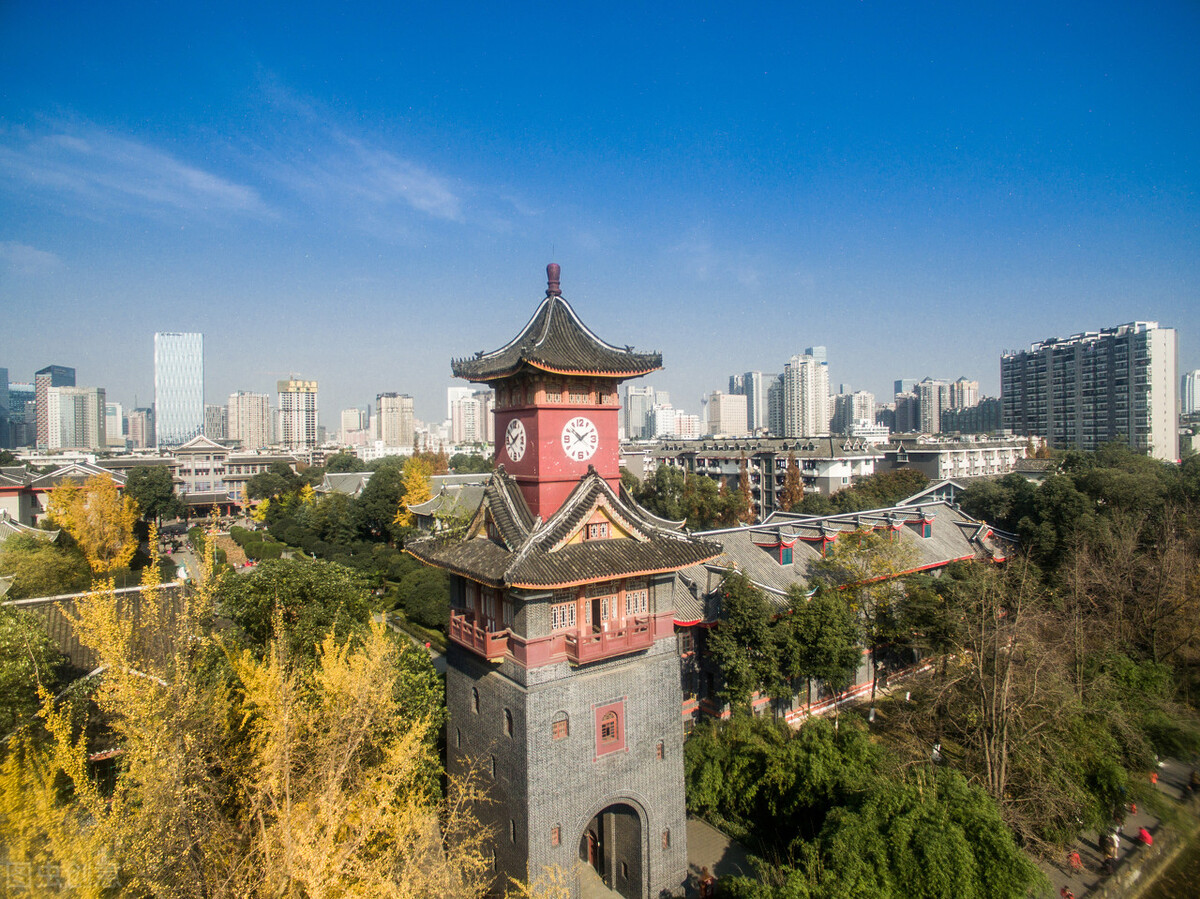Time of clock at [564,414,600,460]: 1:52
